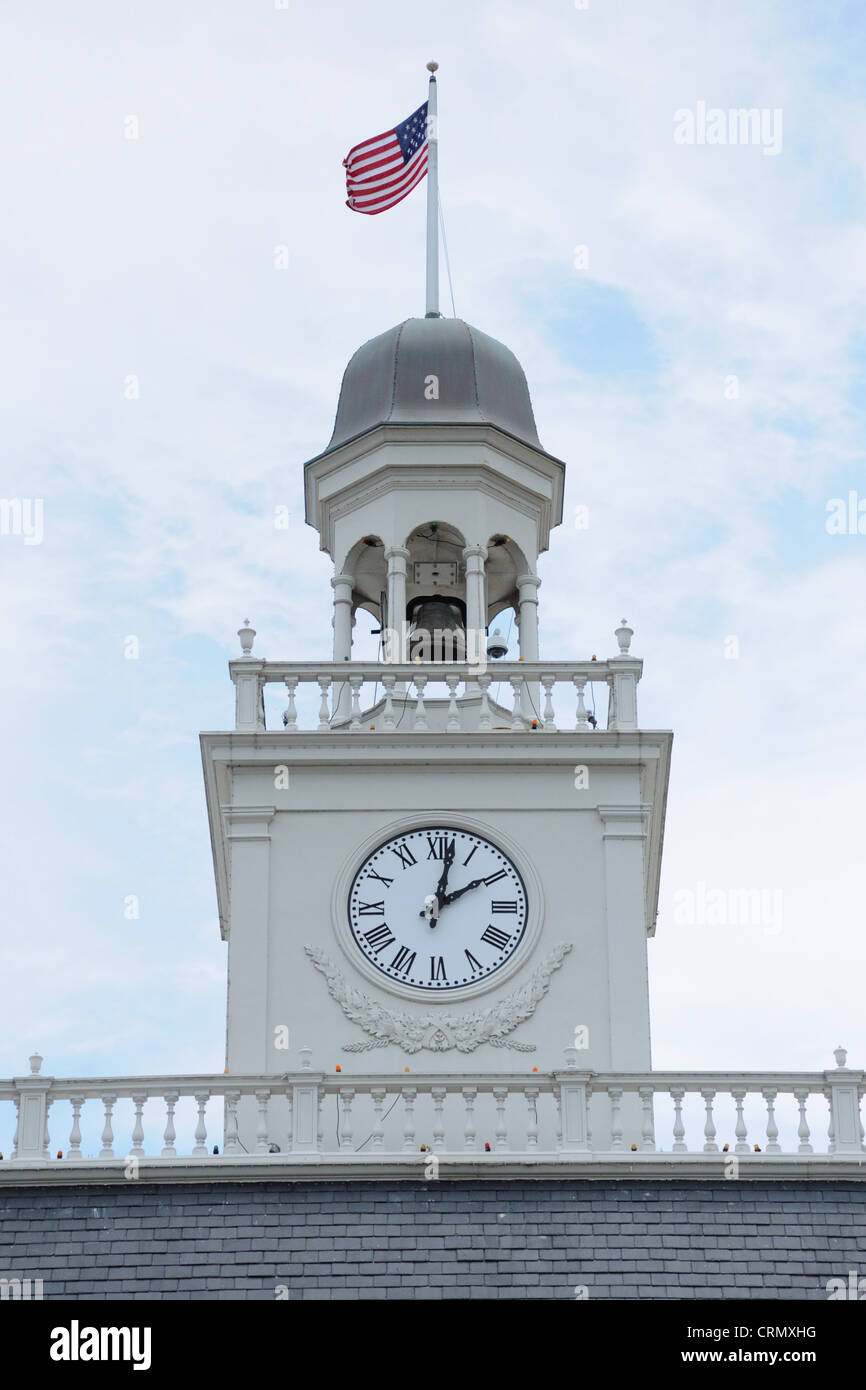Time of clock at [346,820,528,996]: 2:01
